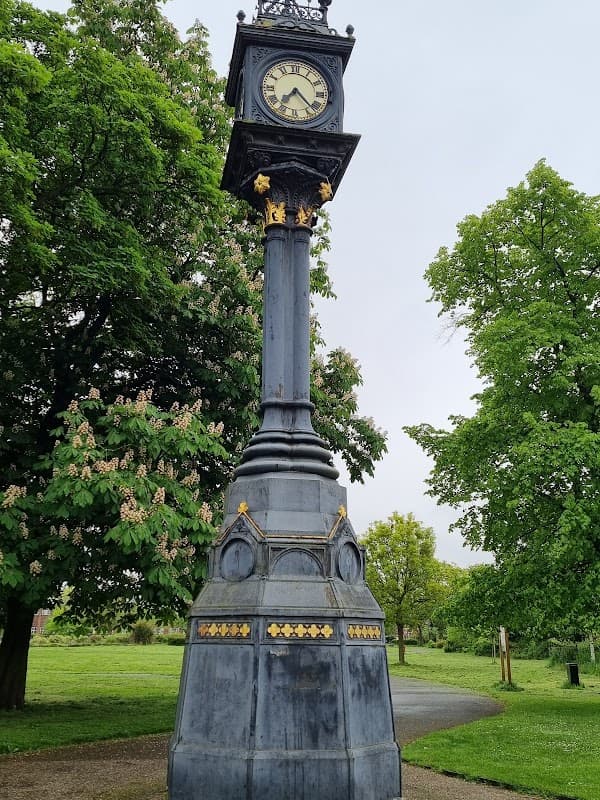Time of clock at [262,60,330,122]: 7:22
